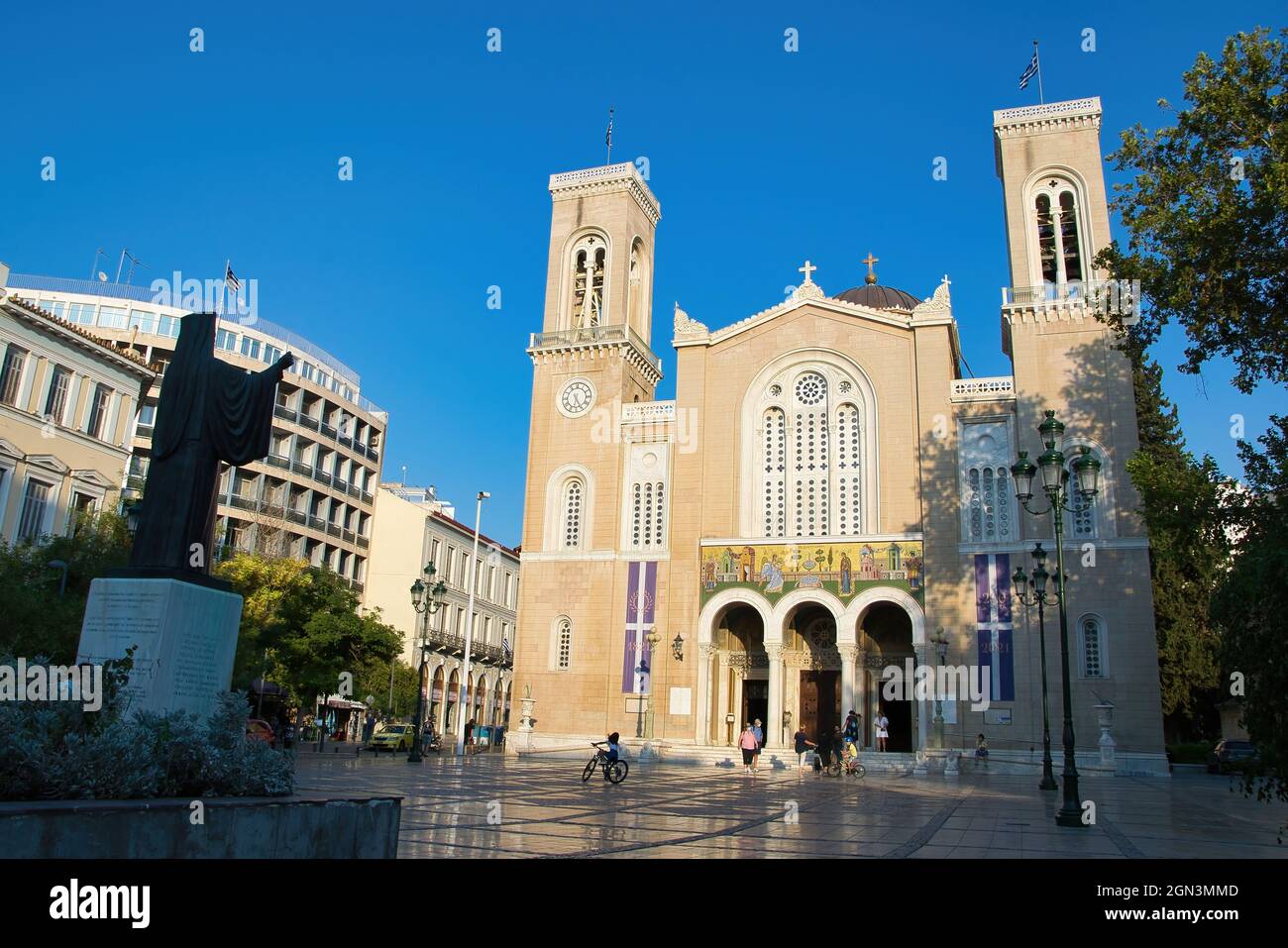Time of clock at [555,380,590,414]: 6:25
